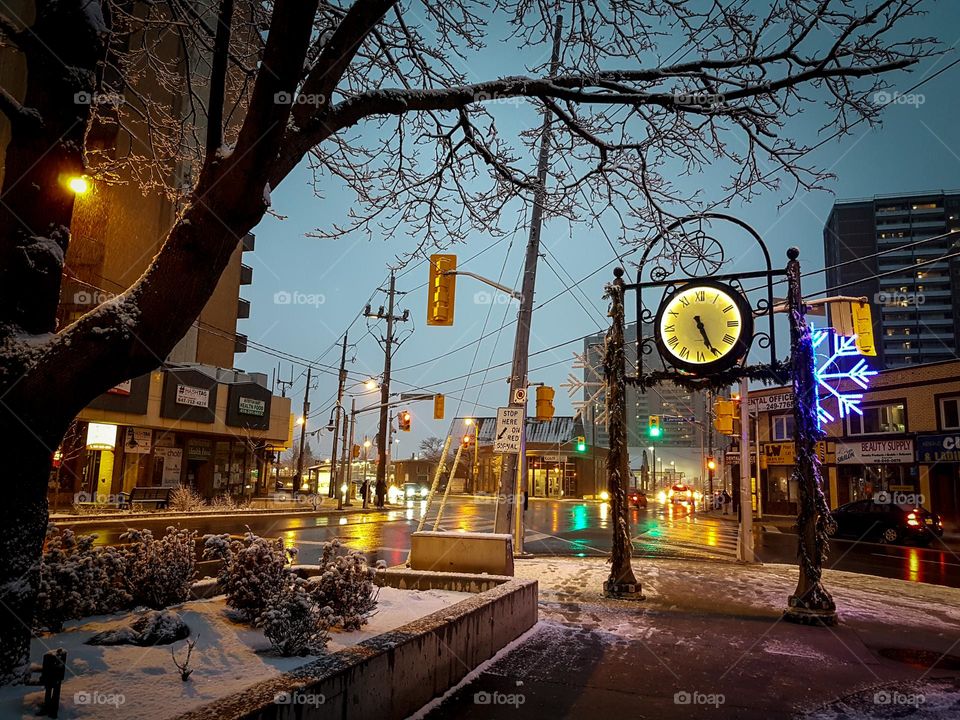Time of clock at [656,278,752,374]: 5:26
